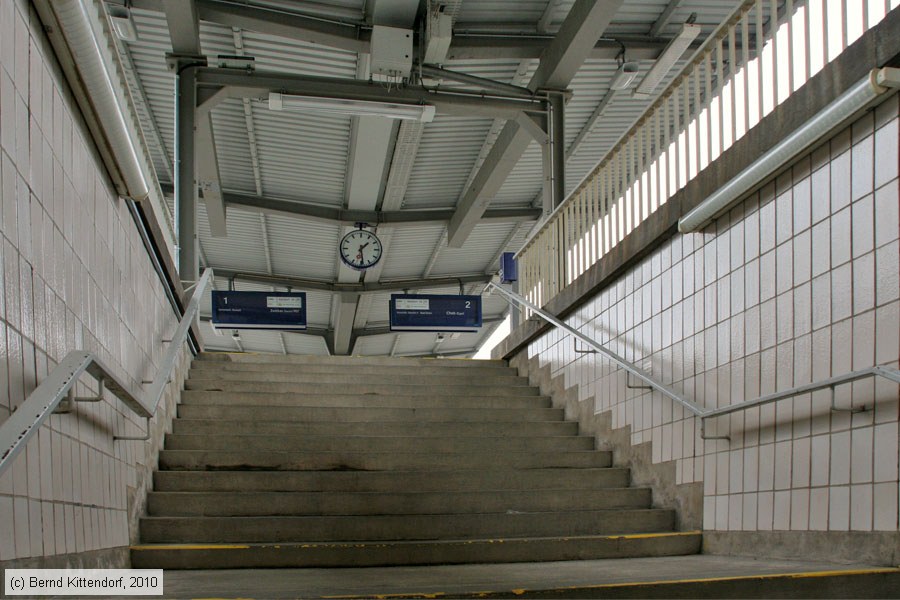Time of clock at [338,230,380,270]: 1:29
